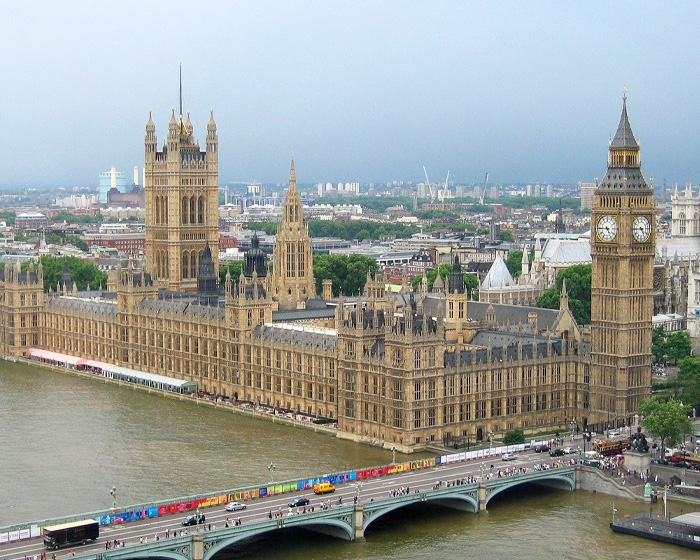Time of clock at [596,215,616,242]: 4:45
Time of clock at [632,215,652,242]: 4:45
